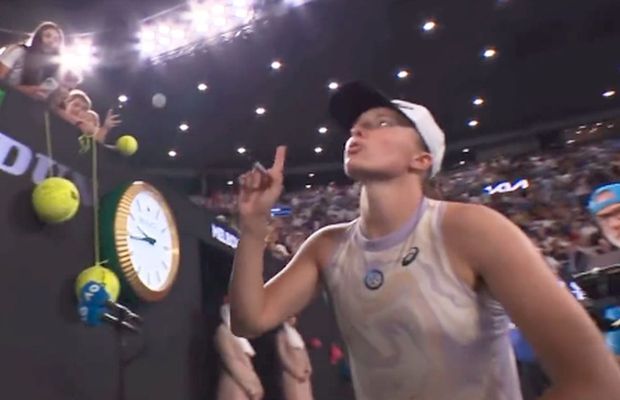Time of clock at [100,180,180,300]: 9:44
